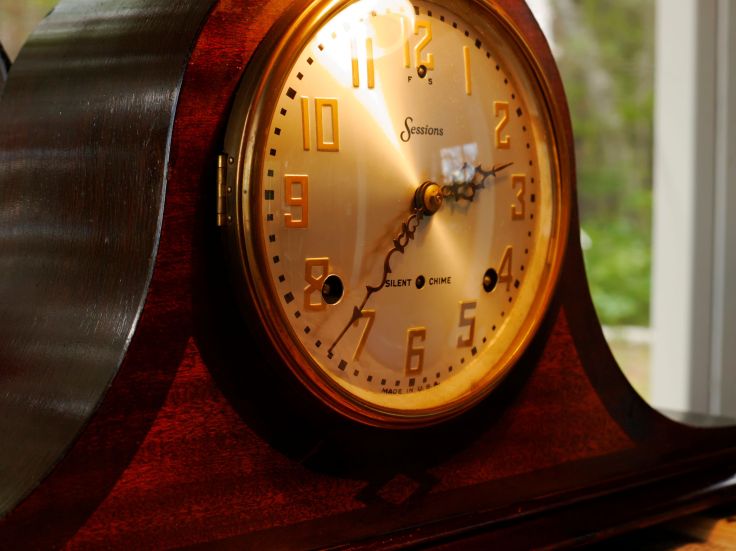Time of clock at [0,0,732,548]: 2:36
